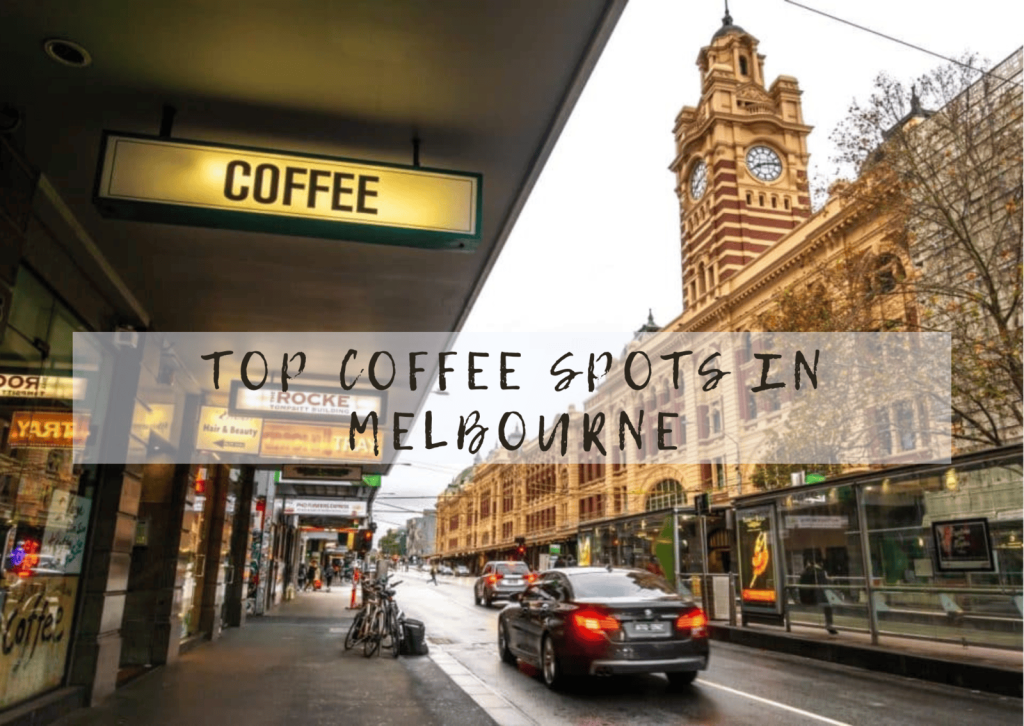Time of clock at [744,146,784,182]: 8:13
